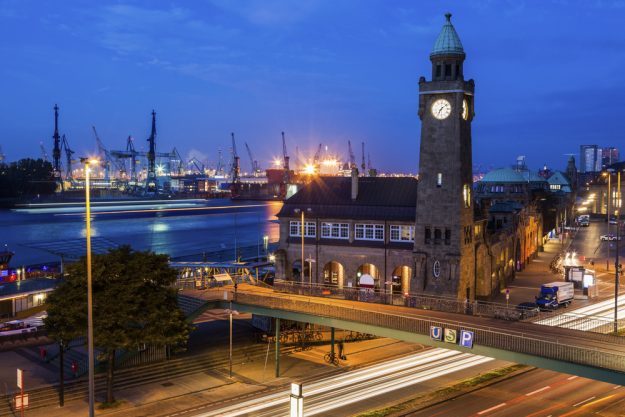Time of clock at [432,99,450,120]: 7:08
